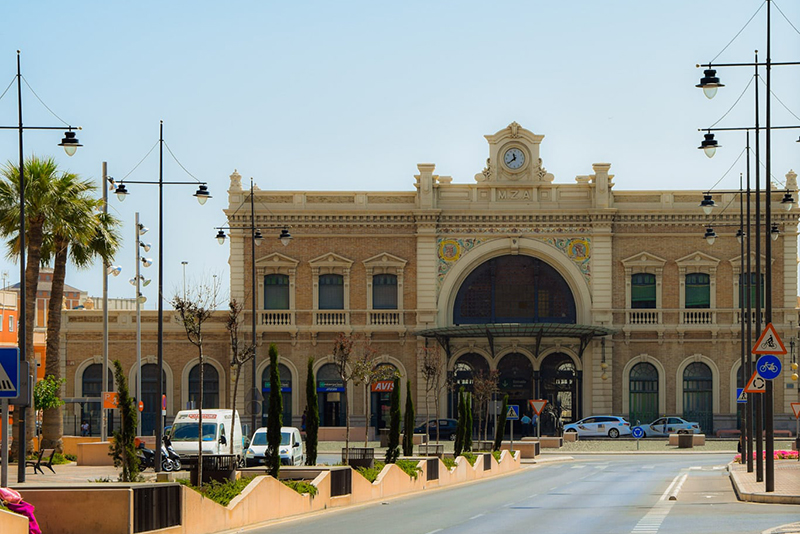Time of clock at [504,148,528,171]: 11:38
